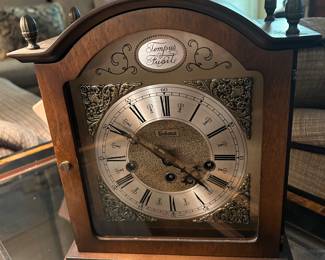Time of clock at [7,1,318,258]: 3:50
